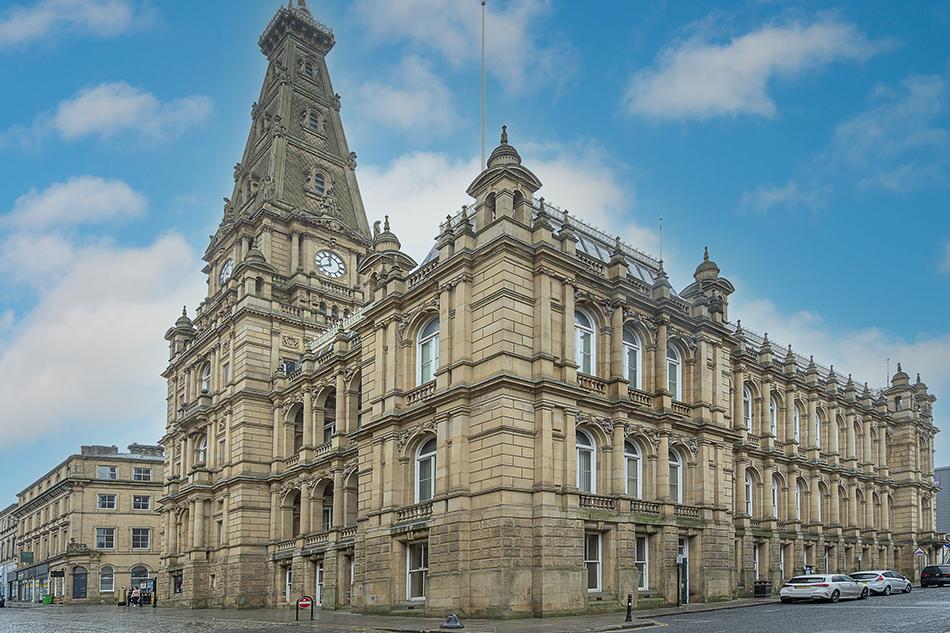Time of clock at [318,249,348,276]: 11:40
